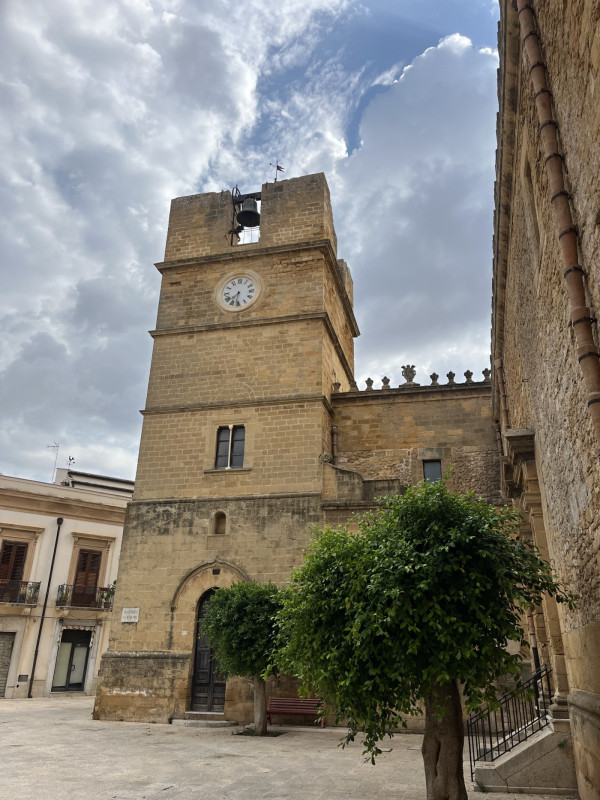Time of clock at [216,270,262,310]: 7:31
